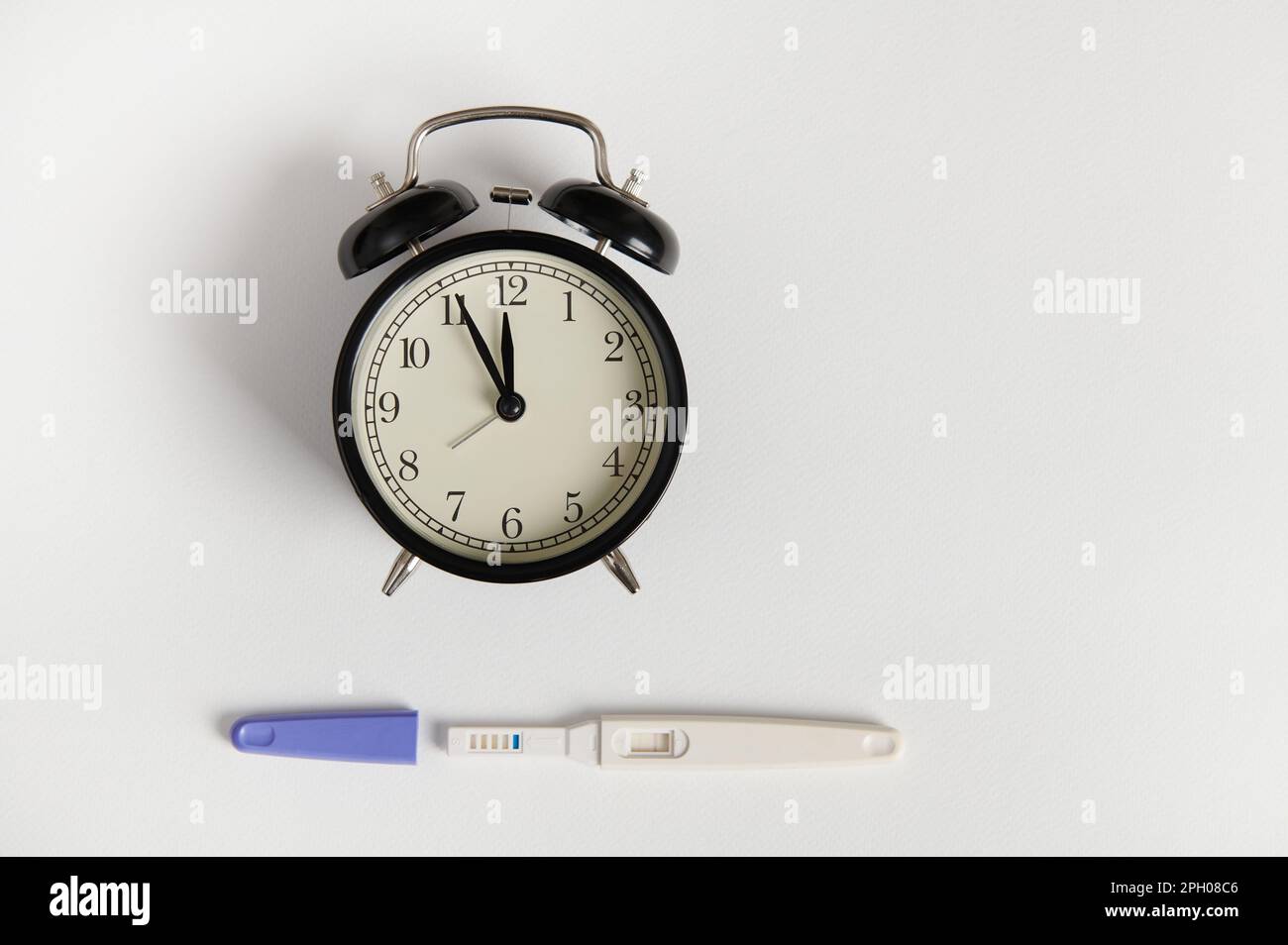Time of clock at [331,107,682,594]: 11:55
